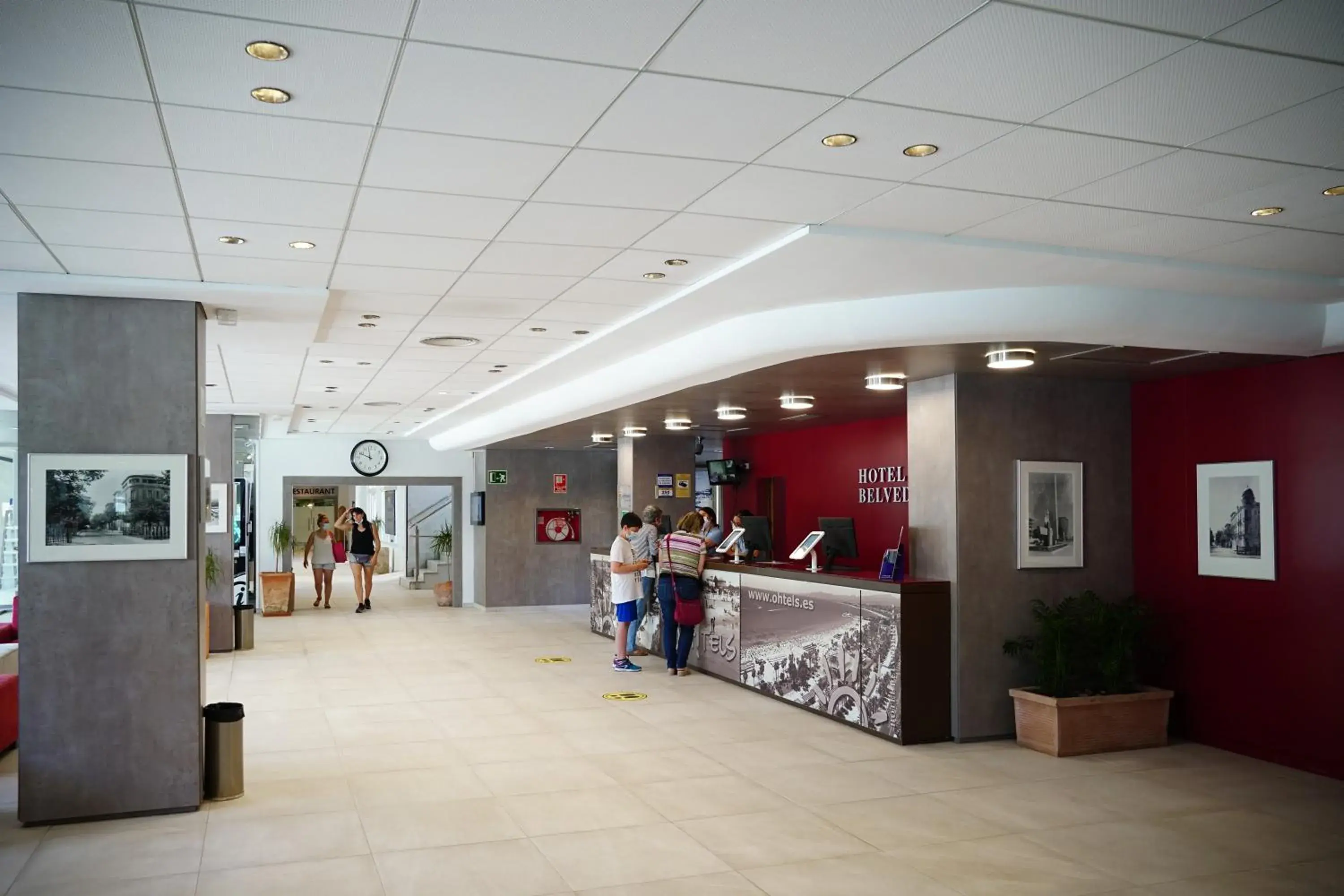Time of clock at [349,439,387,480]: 11:48
